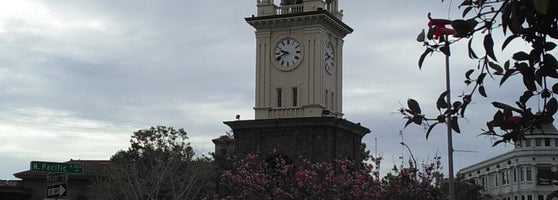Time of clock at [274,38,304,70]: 9:41
